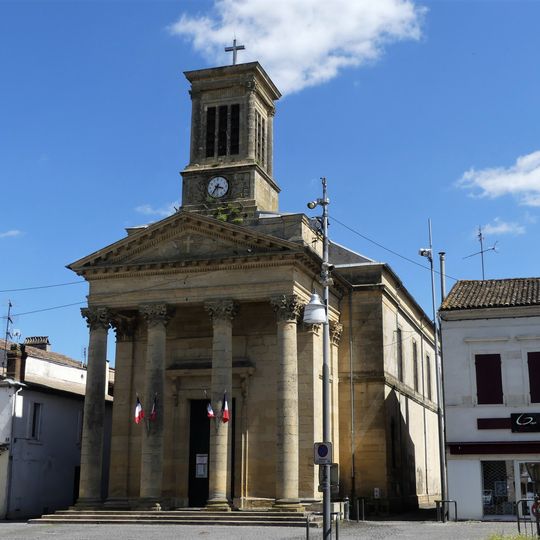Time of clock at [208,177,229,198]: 3:36
